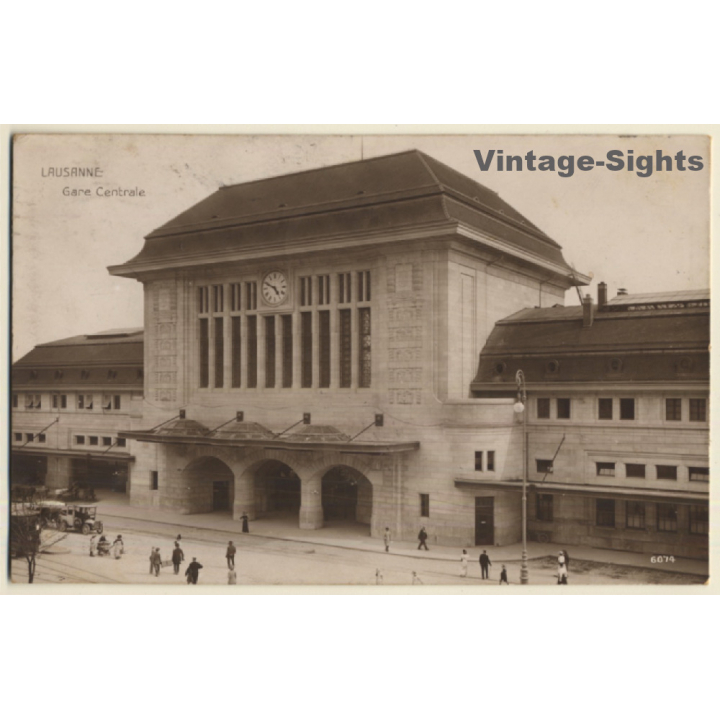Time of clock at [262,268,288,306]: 4:49
